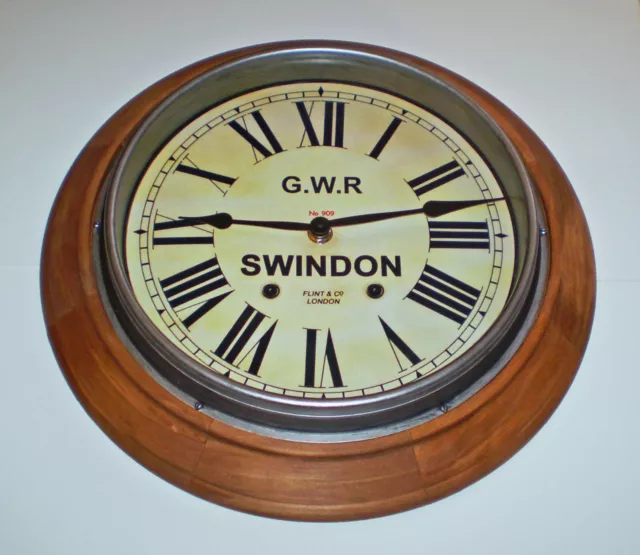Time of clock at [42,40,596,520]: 9:12
